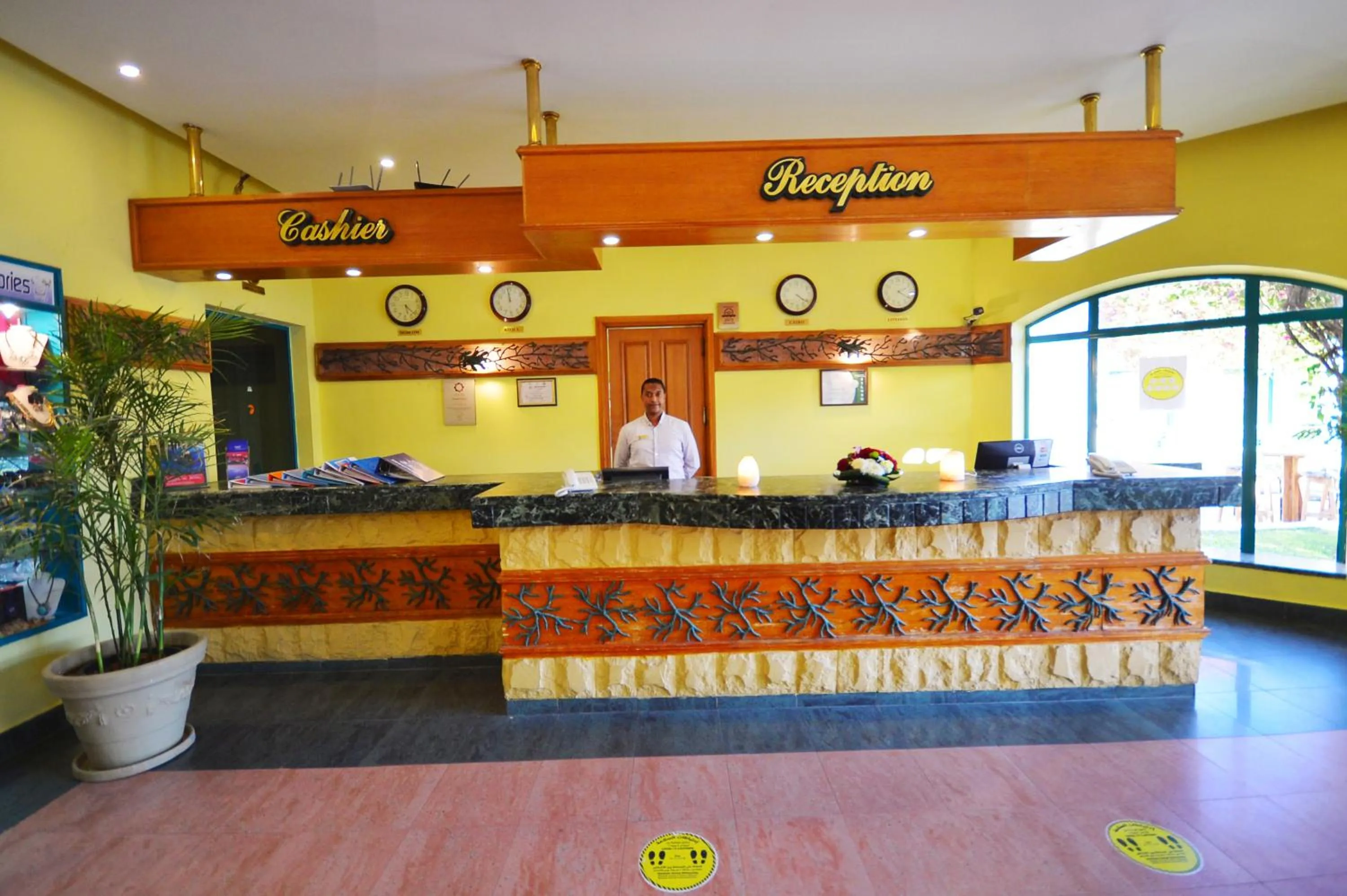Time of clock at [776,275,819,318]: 4:20
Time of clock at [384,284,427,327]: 5:21
